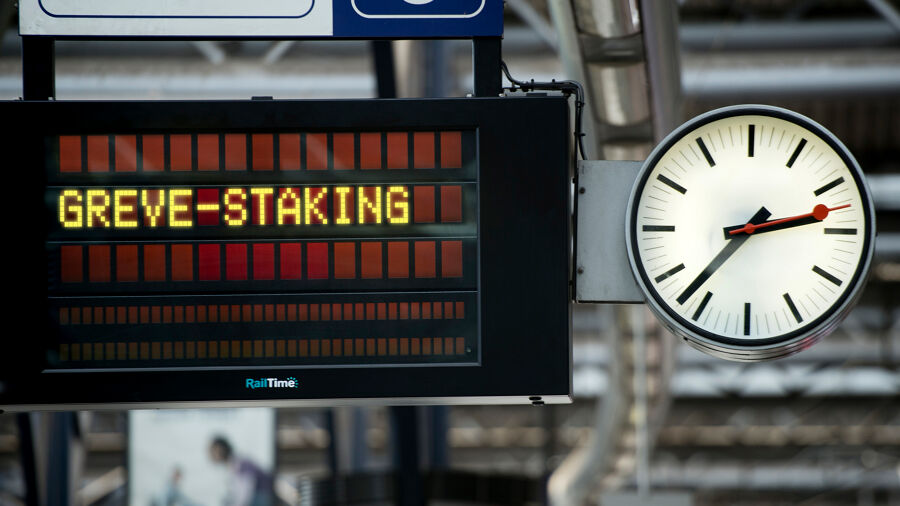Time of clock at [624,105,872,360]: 2:36
